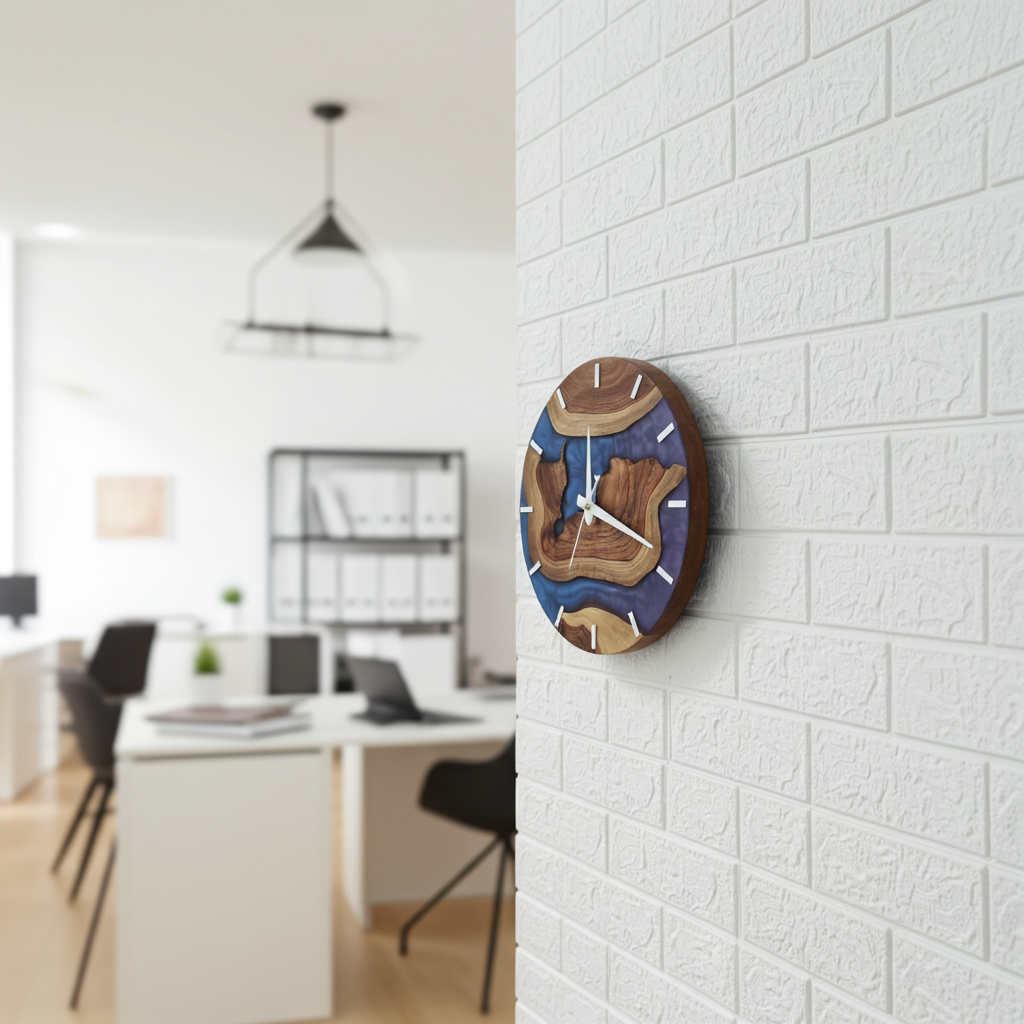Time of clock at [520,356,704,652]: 8:18
